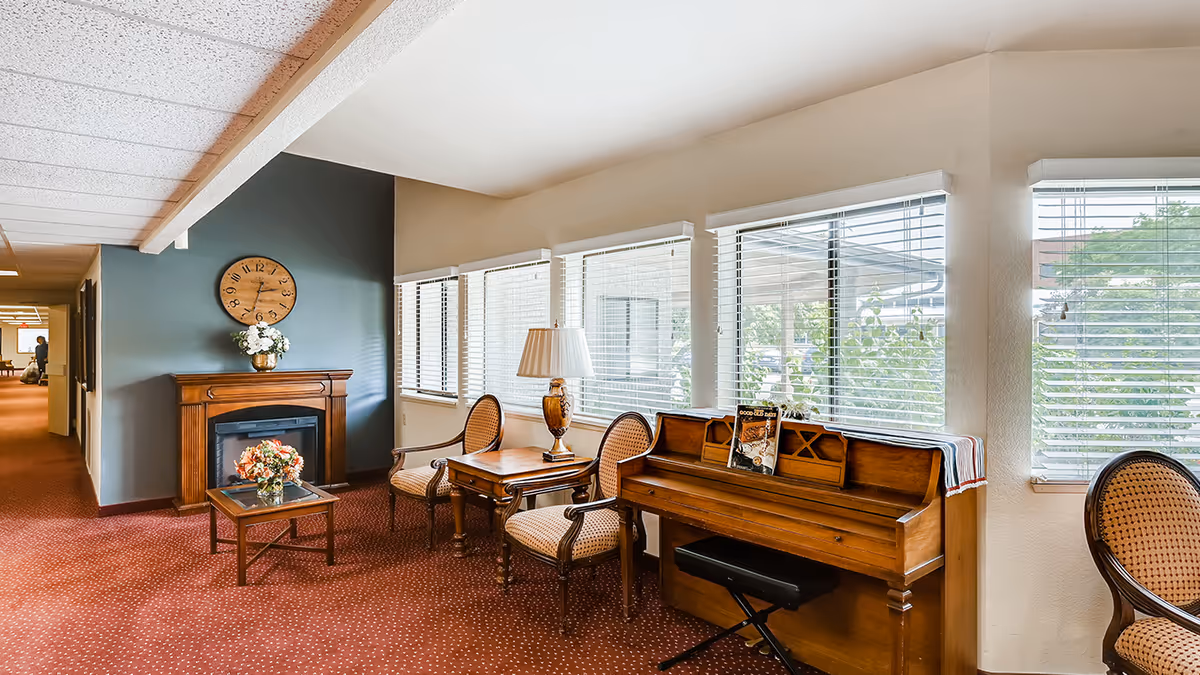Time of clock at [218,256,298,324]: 2:32
